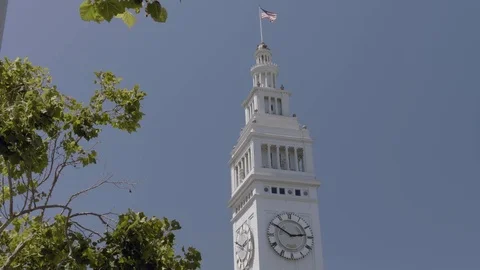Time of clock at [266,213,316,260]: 2:50
